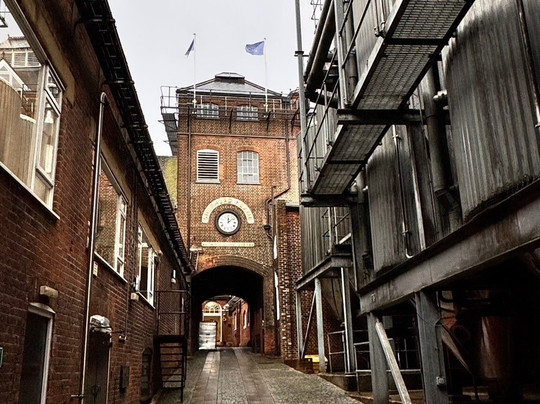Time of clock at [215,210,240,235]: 12:08
